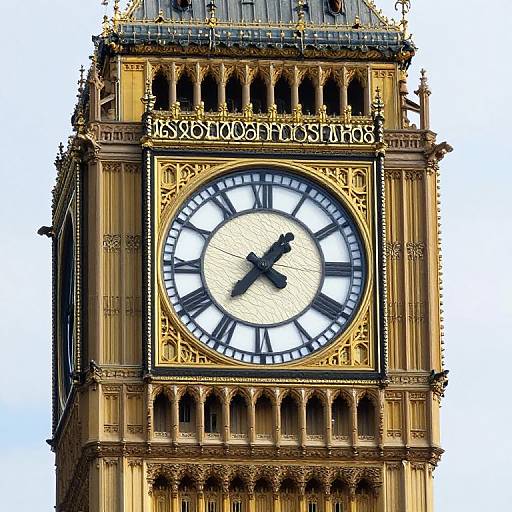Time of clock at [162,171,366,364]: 1:37
